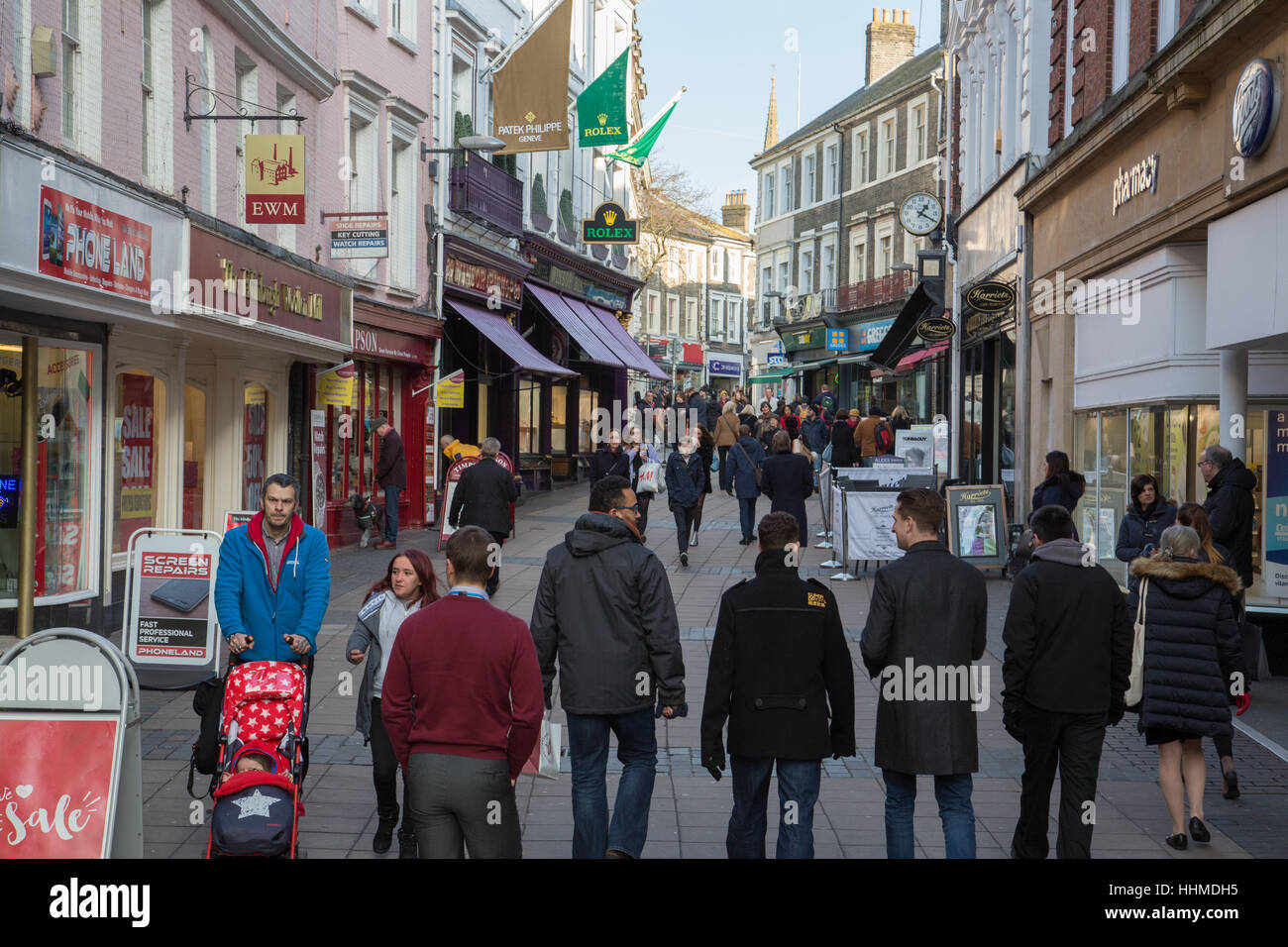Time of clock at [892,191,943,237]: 1:19
